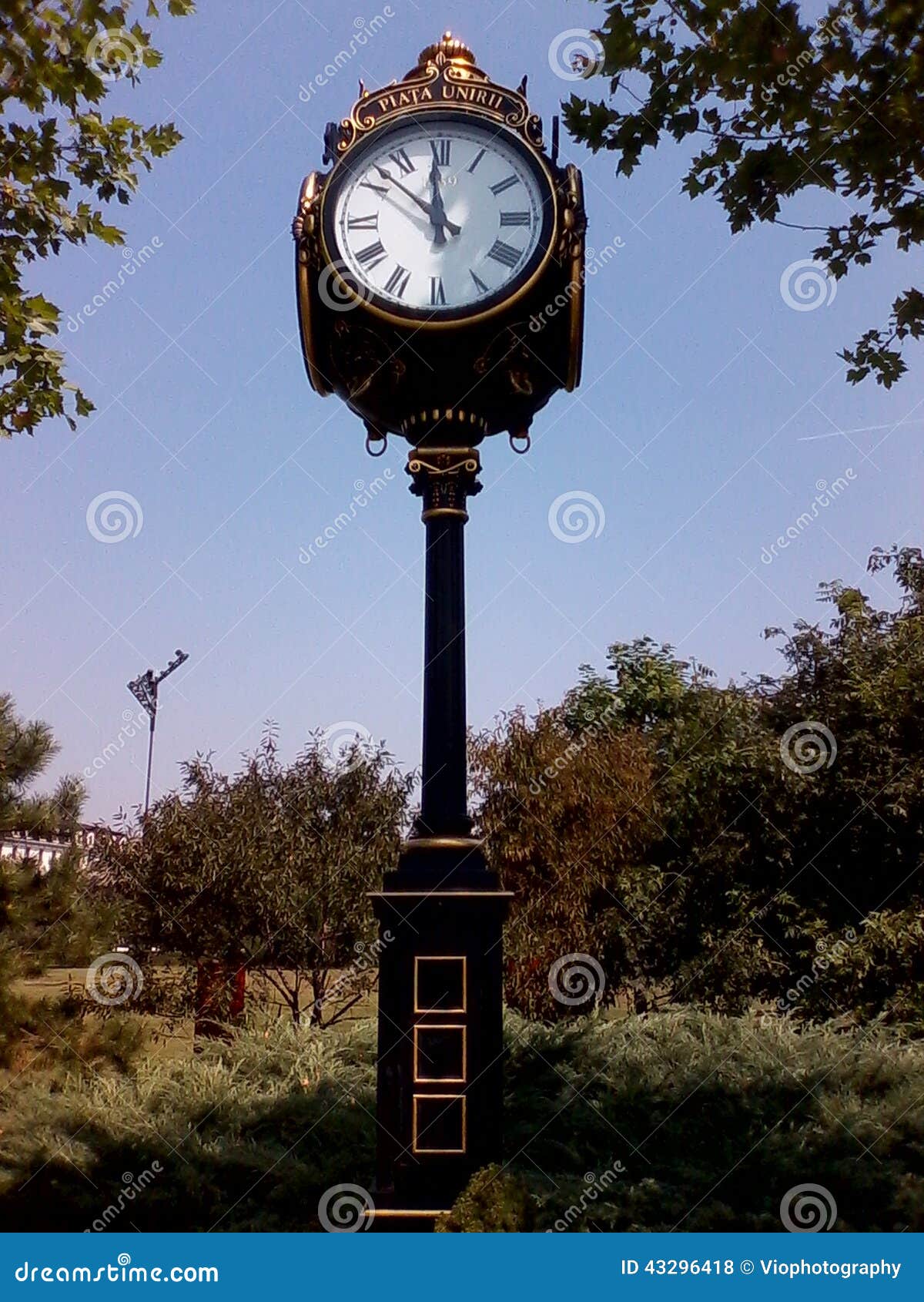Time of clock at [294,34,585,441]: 11:51
